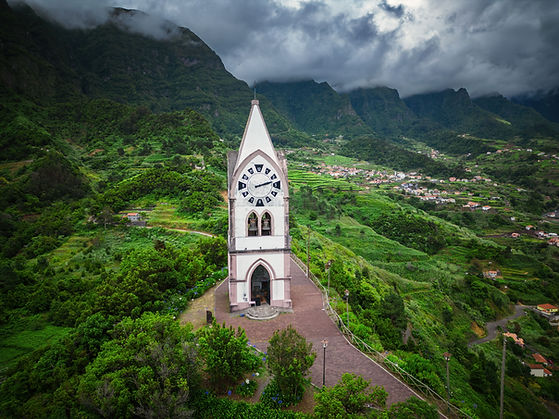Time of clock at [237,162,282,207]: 2:12
